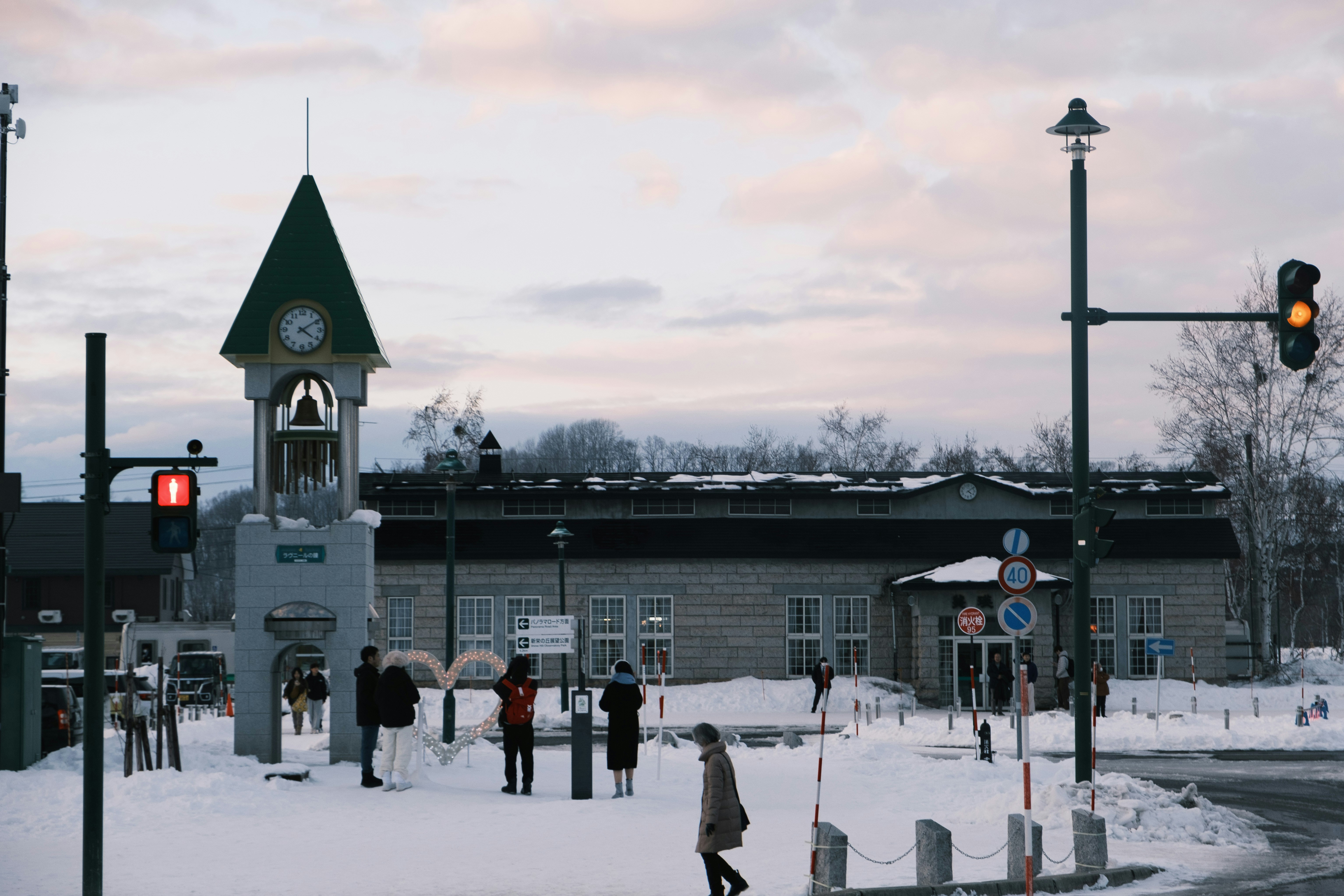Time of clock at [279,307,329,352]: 4:09
